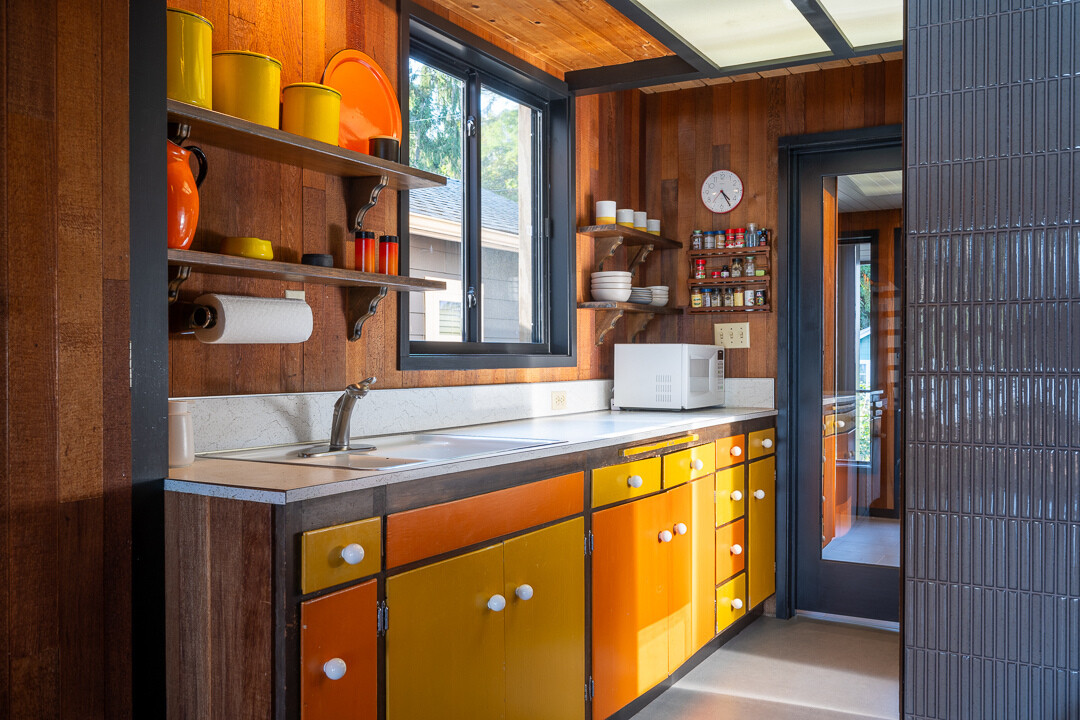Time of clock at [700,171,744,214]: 4:24
